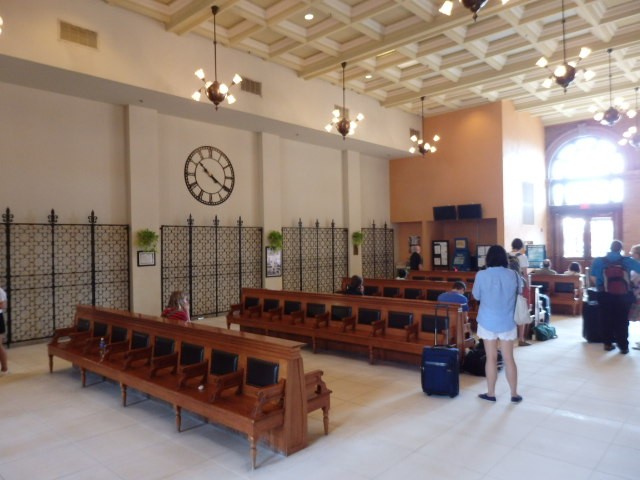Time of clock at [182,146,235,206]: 10:20
